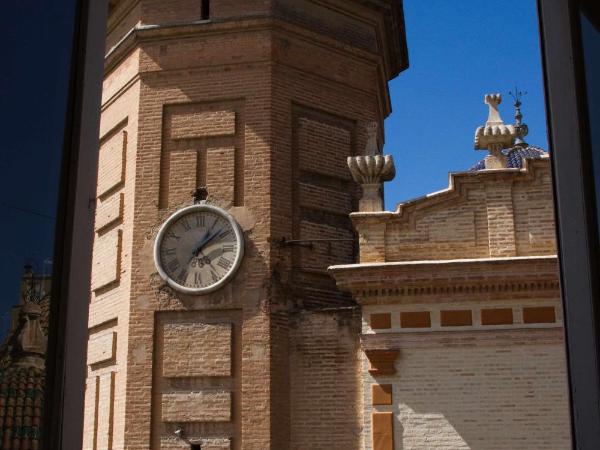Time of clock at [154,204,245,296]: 1:08
